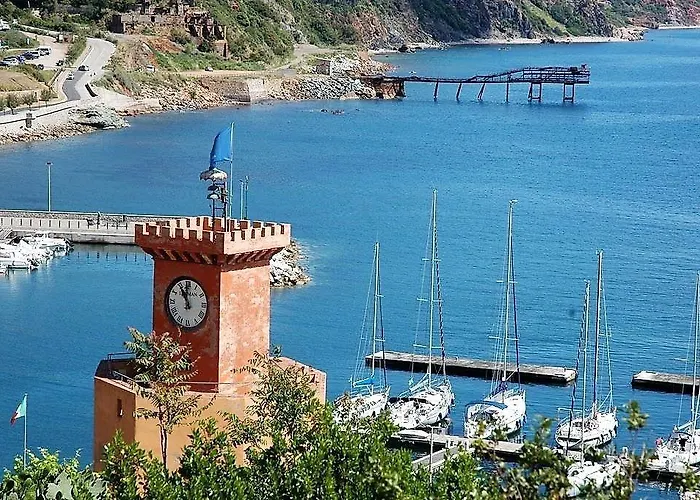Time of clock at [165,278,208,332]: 10:59
